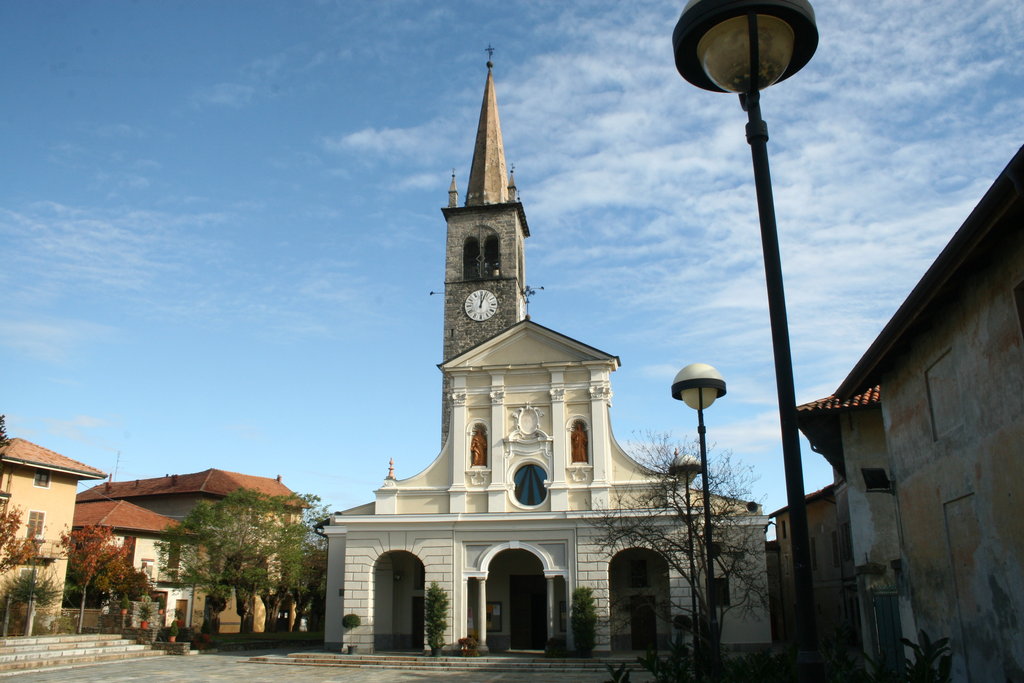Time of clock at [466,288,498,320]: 12:03
